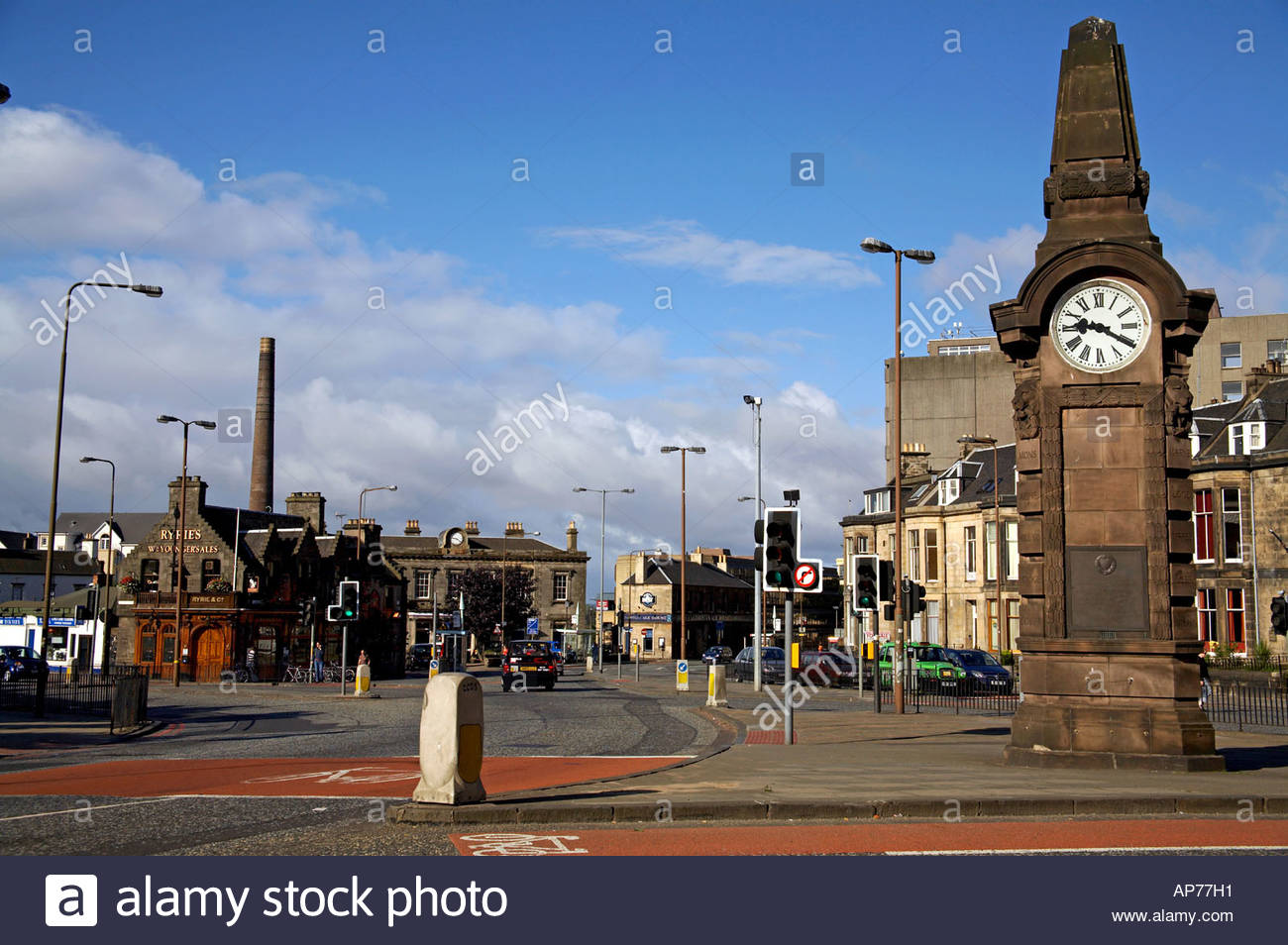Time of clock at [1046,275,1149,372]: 9:20
